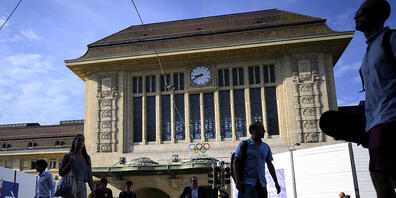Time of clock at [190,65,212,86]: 8:40
